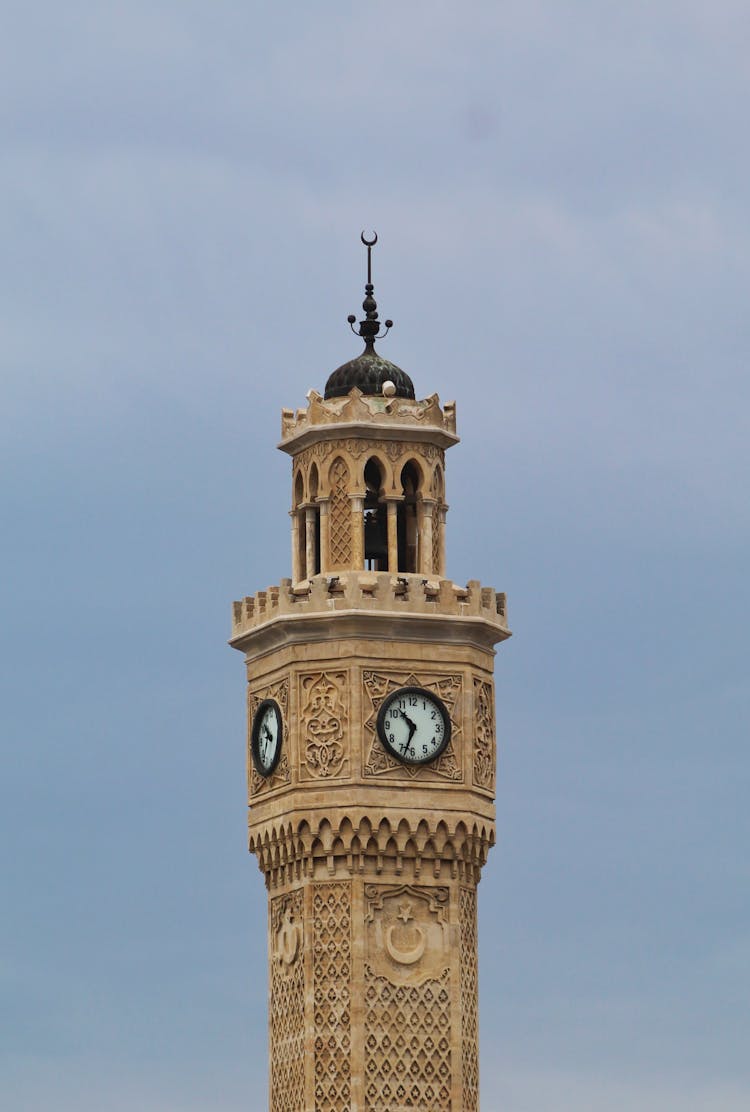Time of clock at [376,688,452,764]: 10:33
